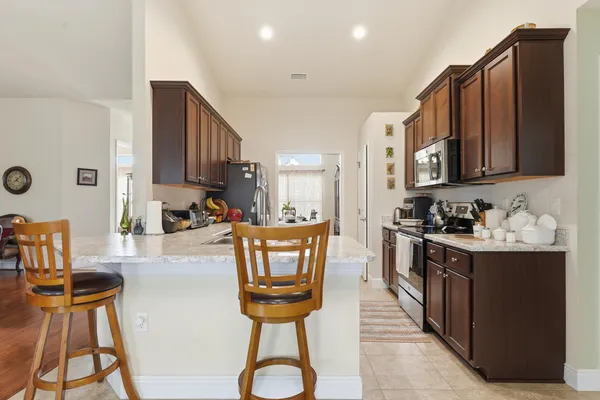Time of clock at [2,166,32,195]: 4:07
